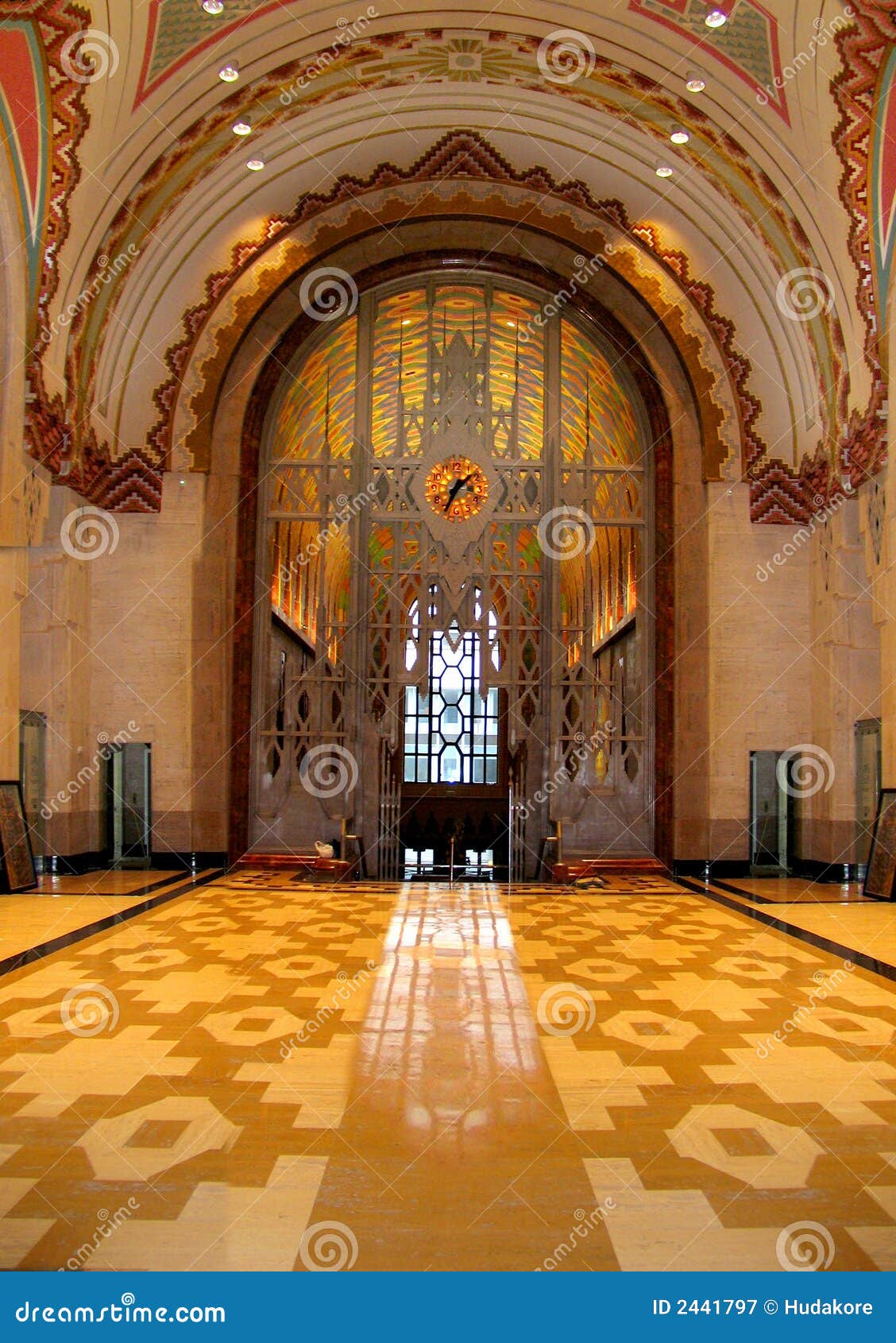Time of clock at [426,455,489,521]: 1:34
